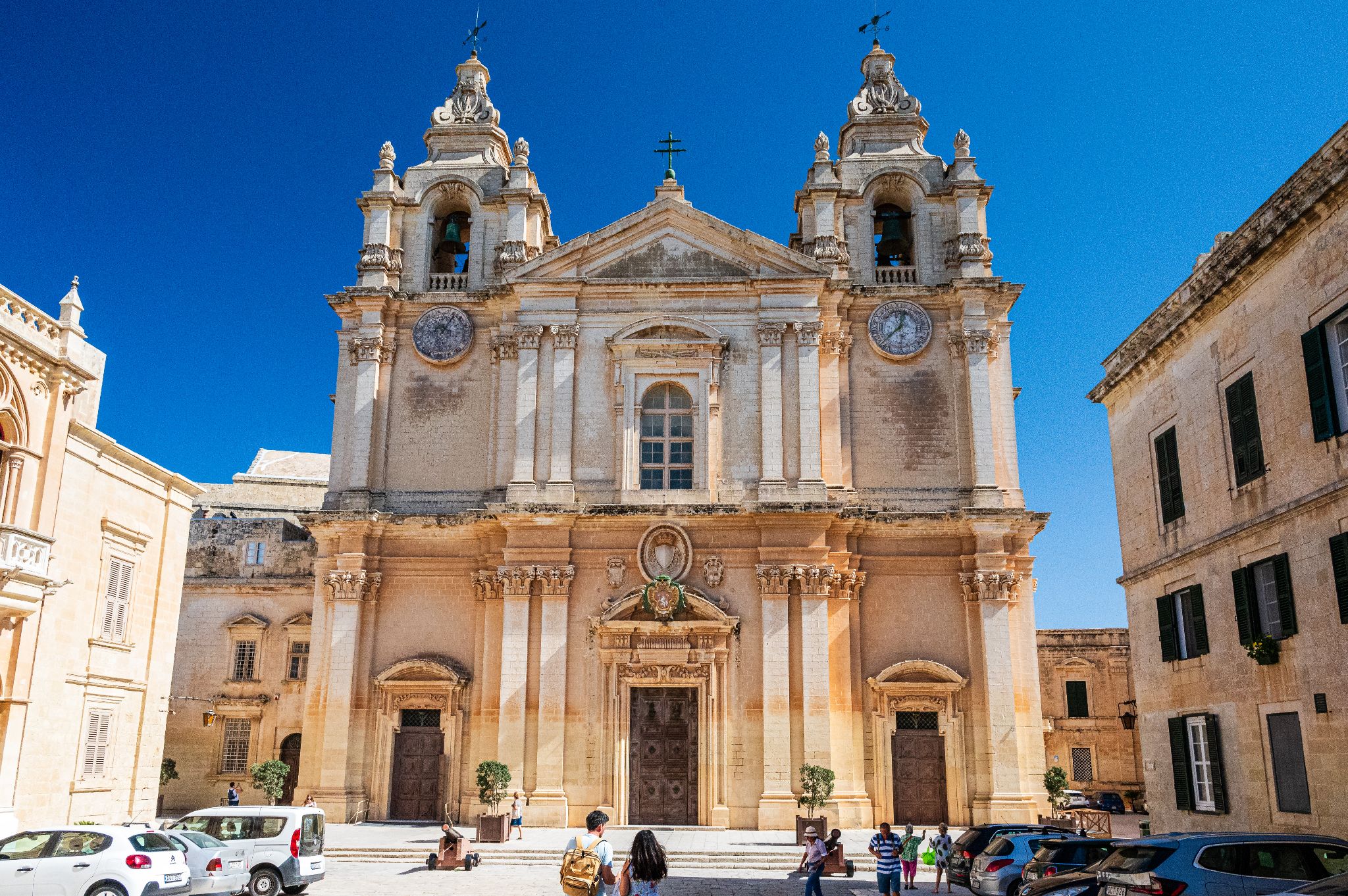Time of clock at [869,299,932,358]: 12:37
